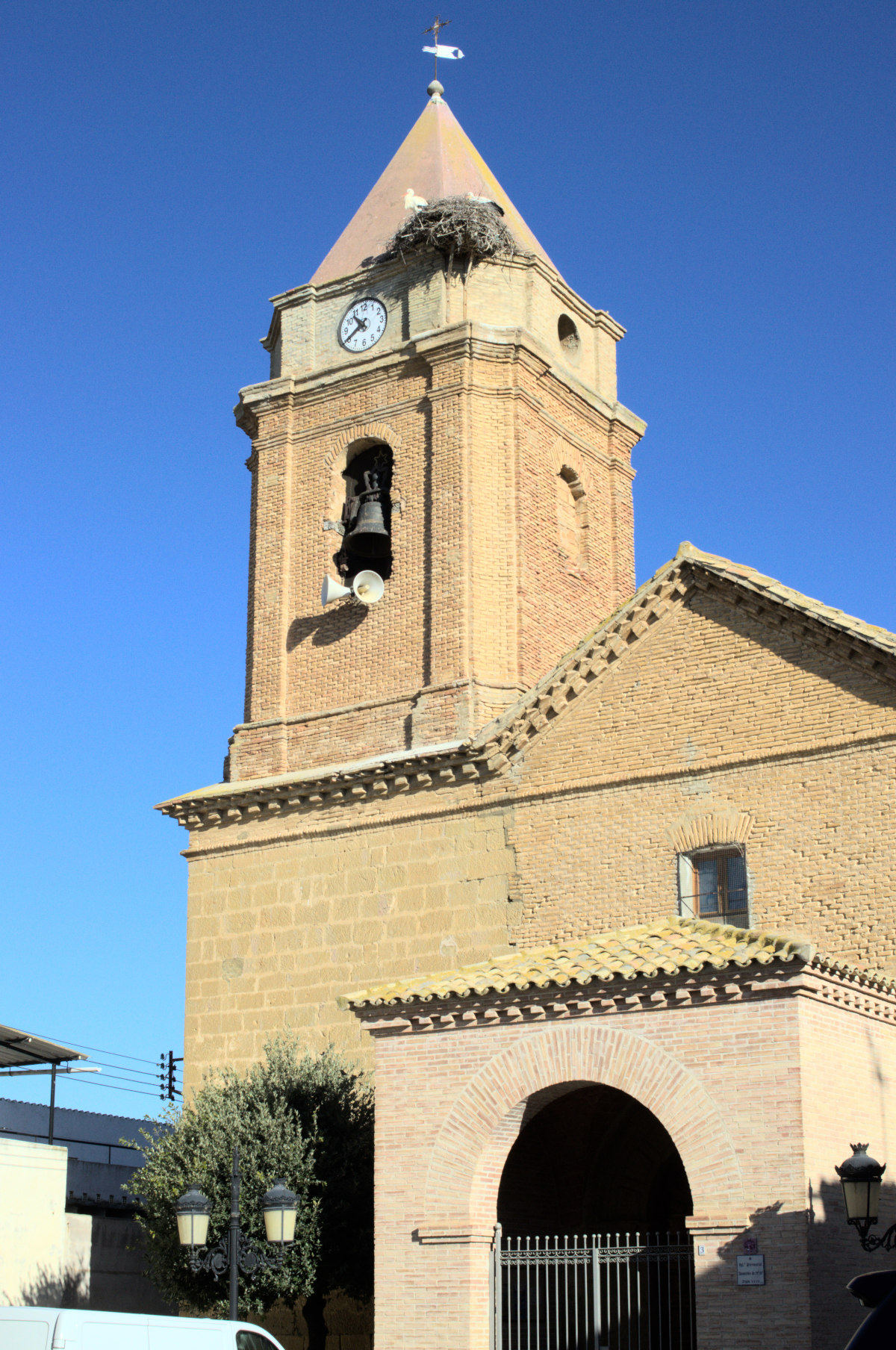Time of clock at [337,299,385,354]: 10:40
